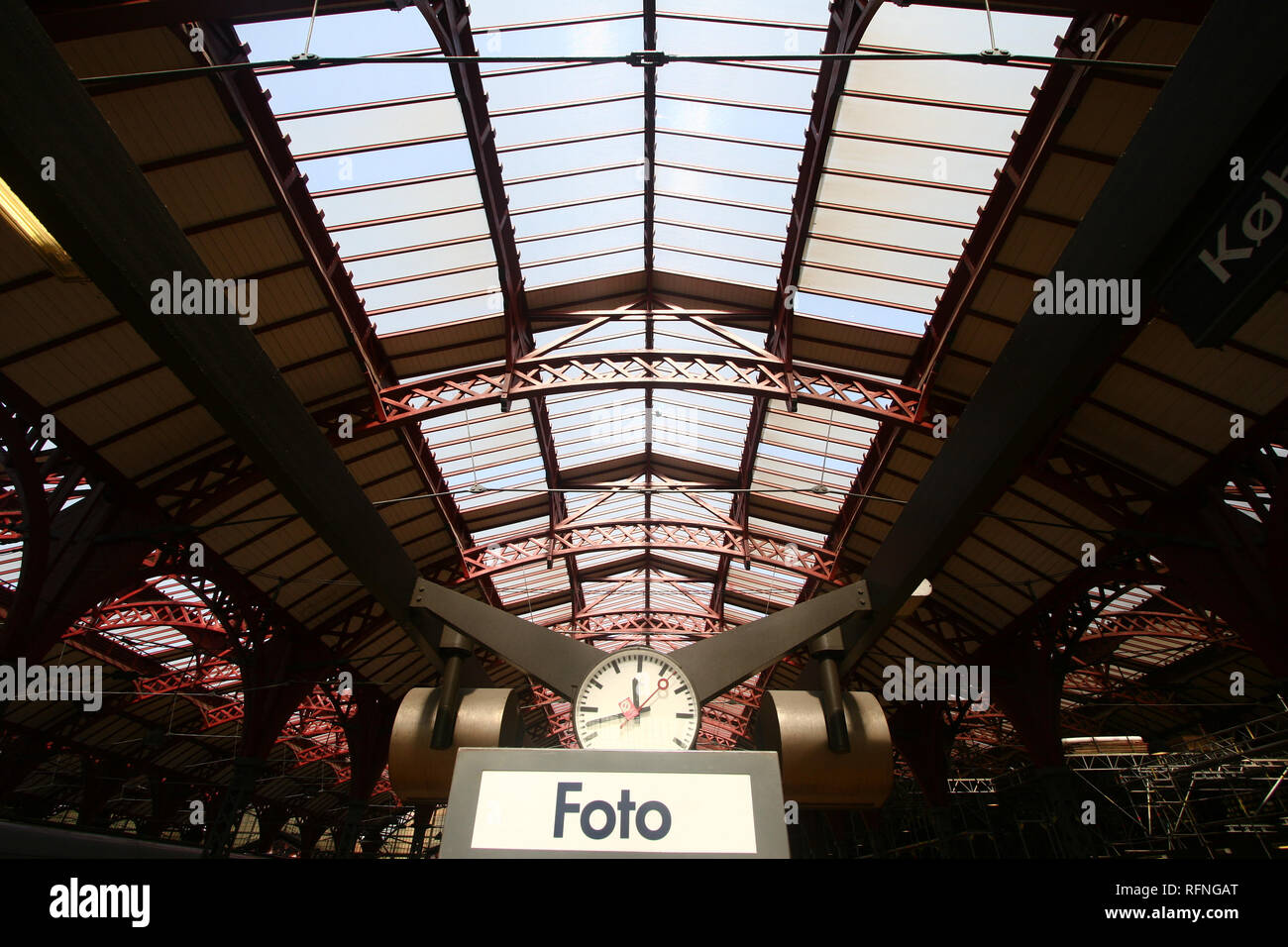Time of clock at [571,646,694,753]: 11:42
